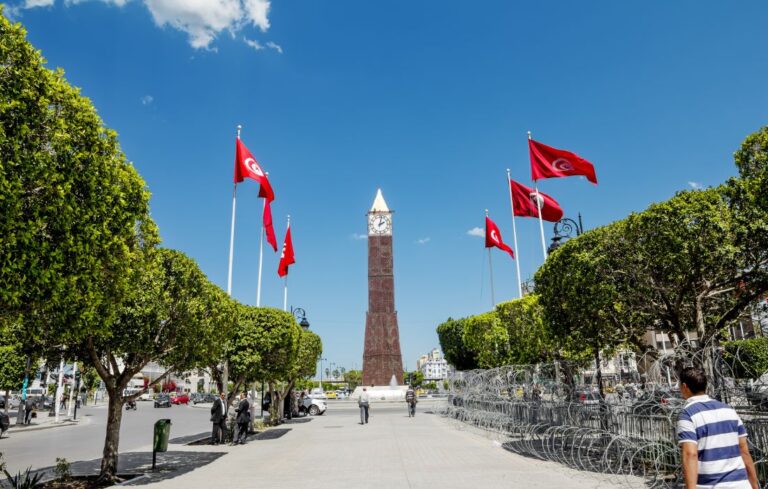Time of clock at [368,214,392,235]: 2:02
